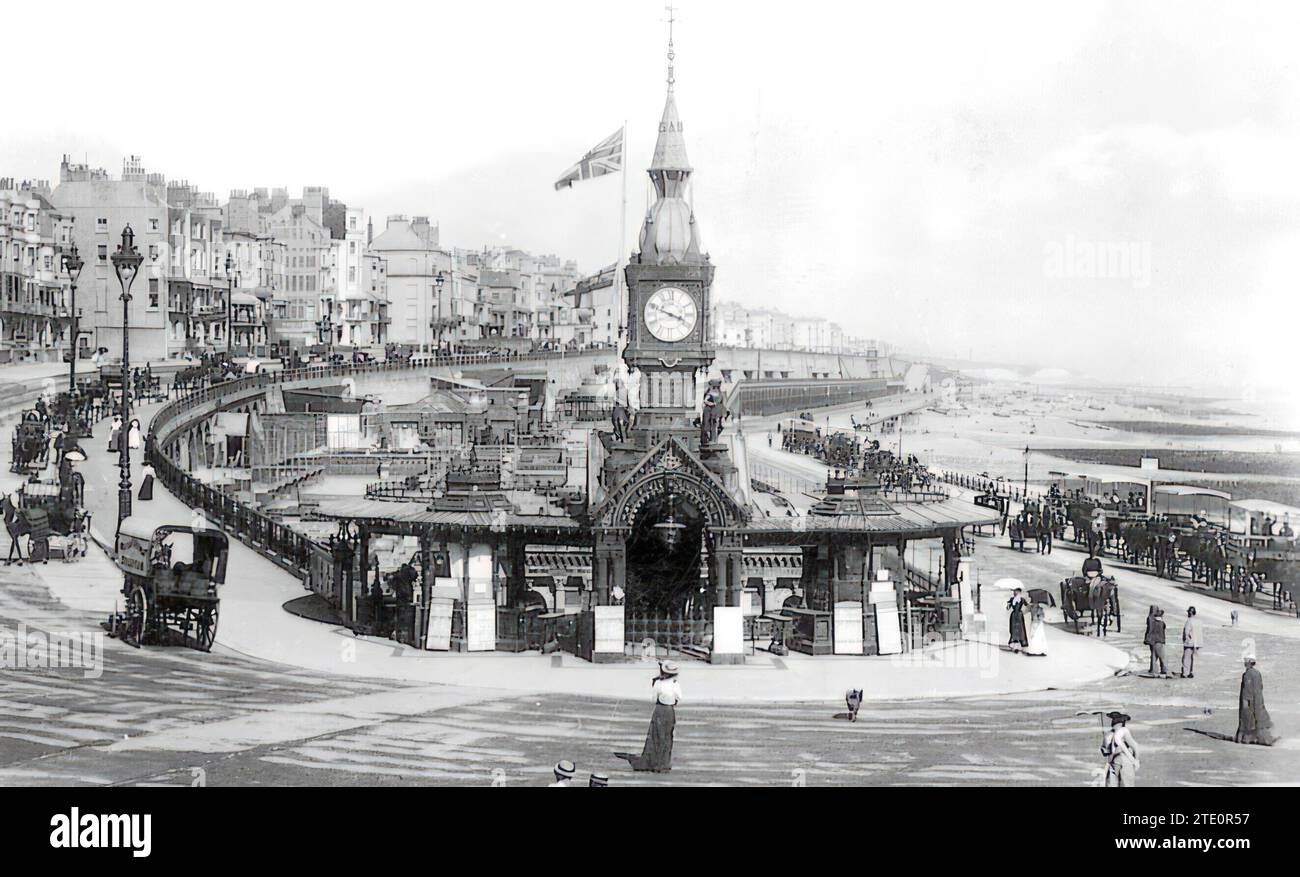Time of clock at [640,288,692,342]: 3:48
